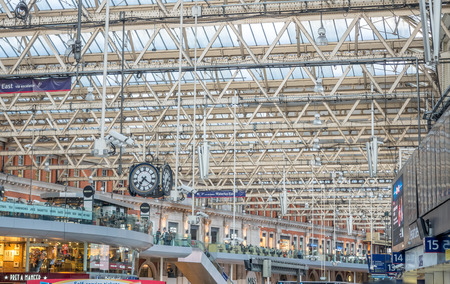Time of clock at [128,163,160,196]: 7:21
